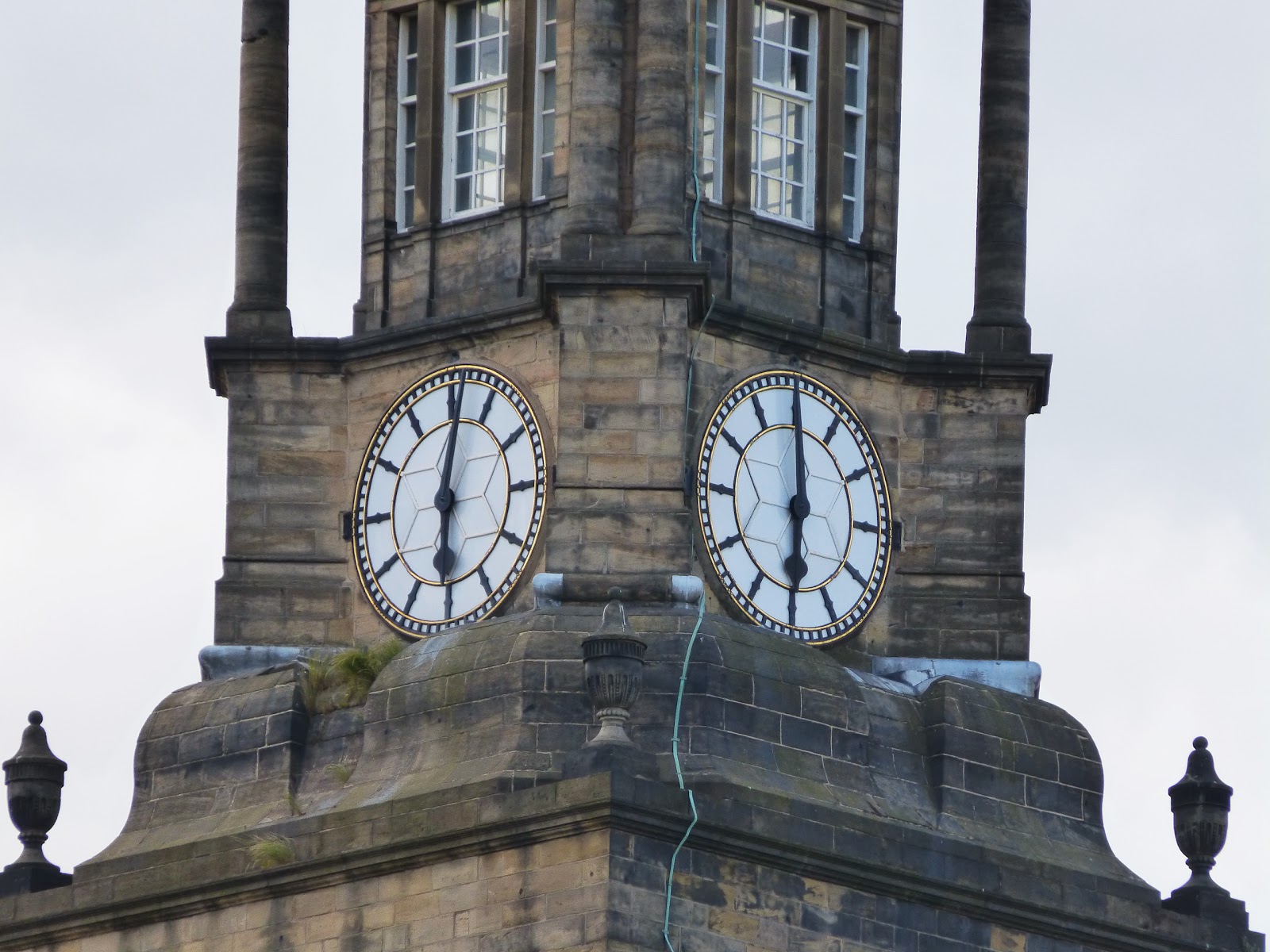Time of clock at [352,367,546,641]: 6:01
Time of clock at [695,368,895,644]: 5:59
